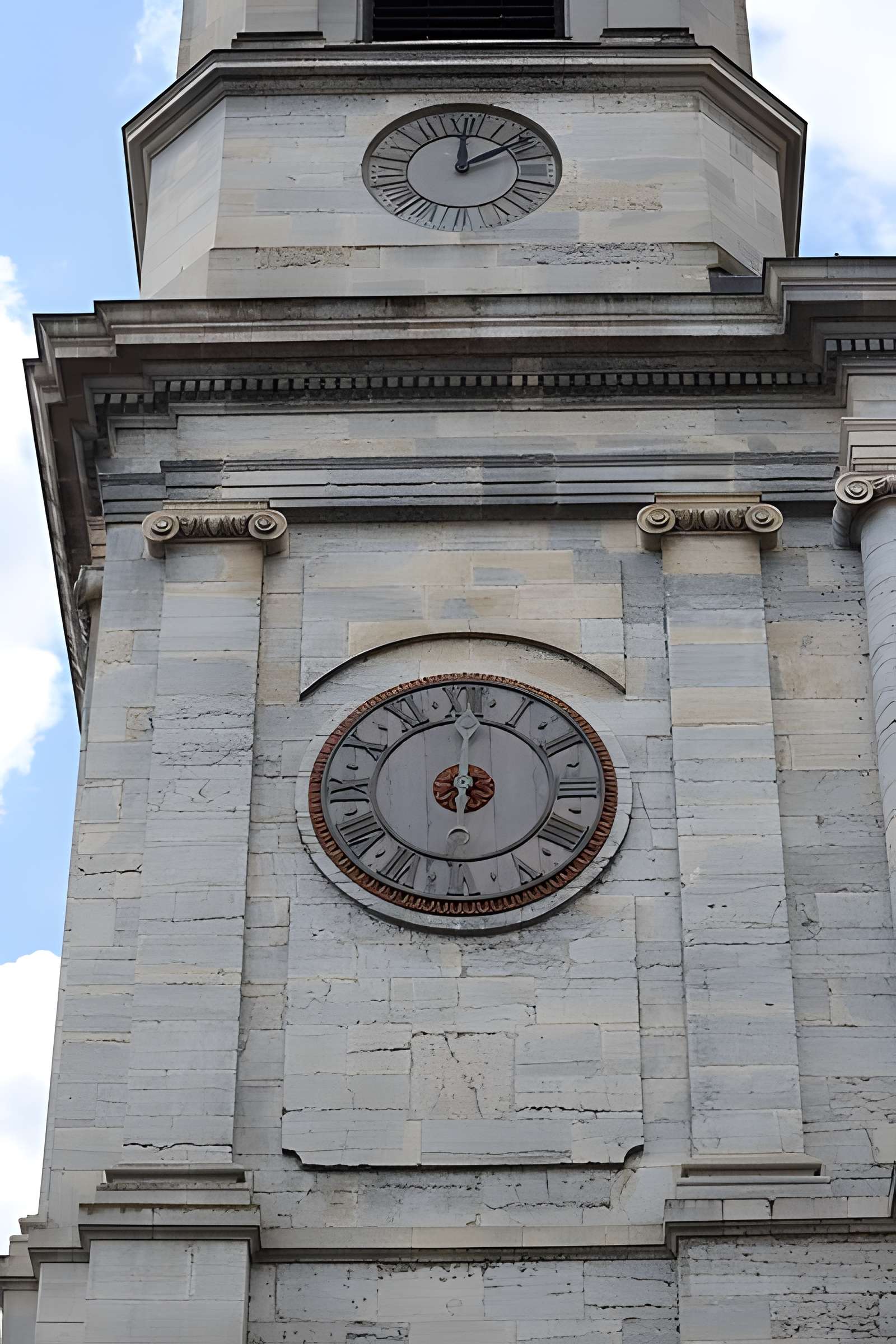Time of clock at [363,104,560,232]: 2:00
